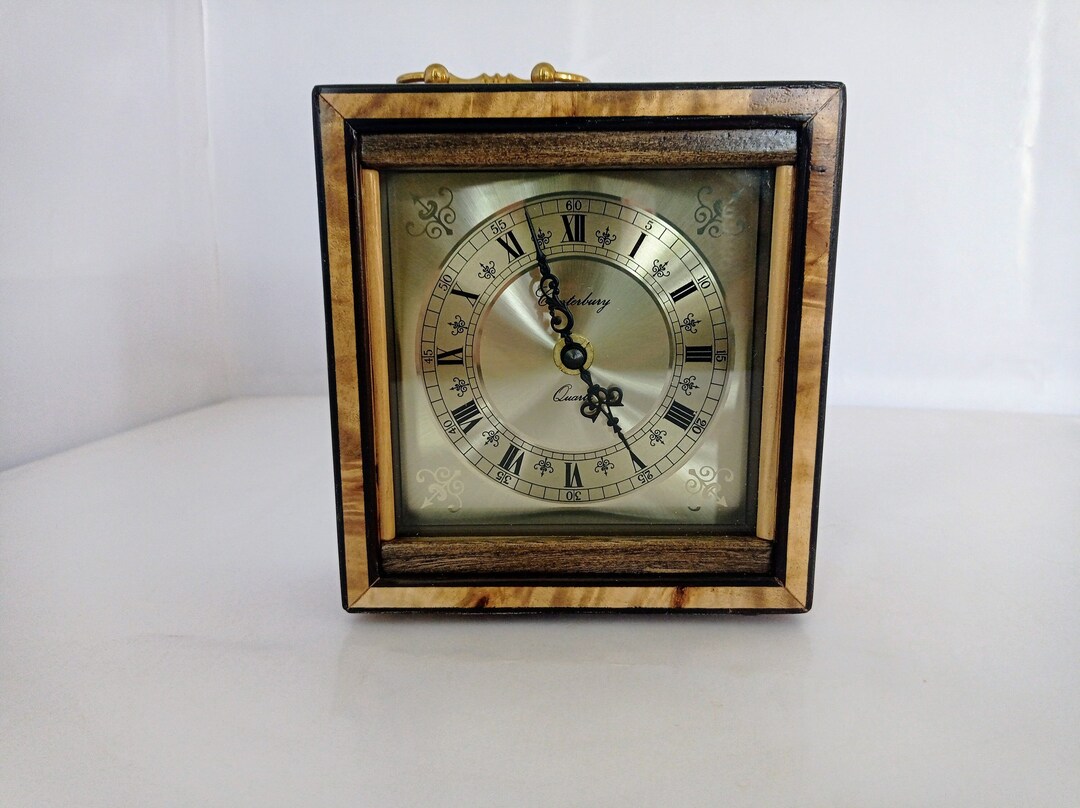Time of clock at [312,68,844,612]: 4:56
